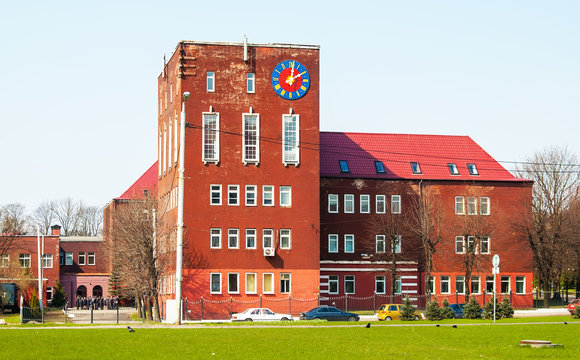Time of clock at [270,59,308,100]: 2:01
